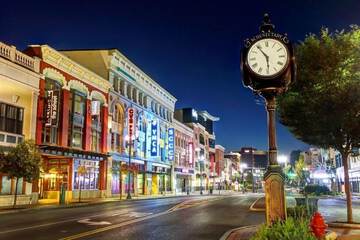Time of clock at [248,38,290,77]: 5:54
